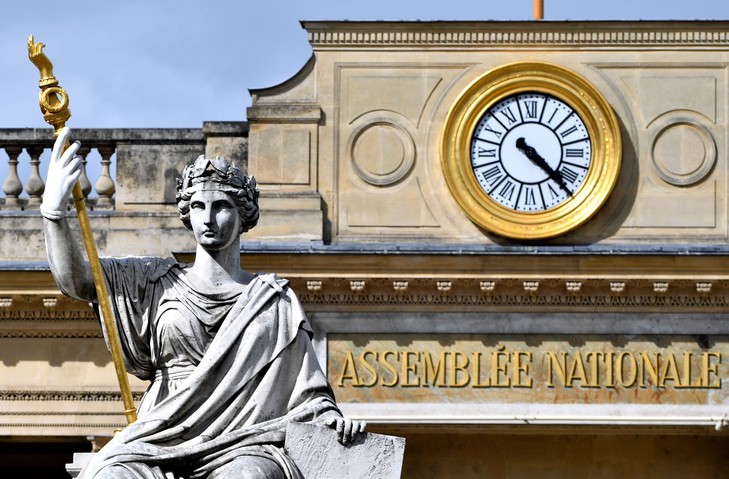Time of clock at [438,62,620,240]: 4:22
